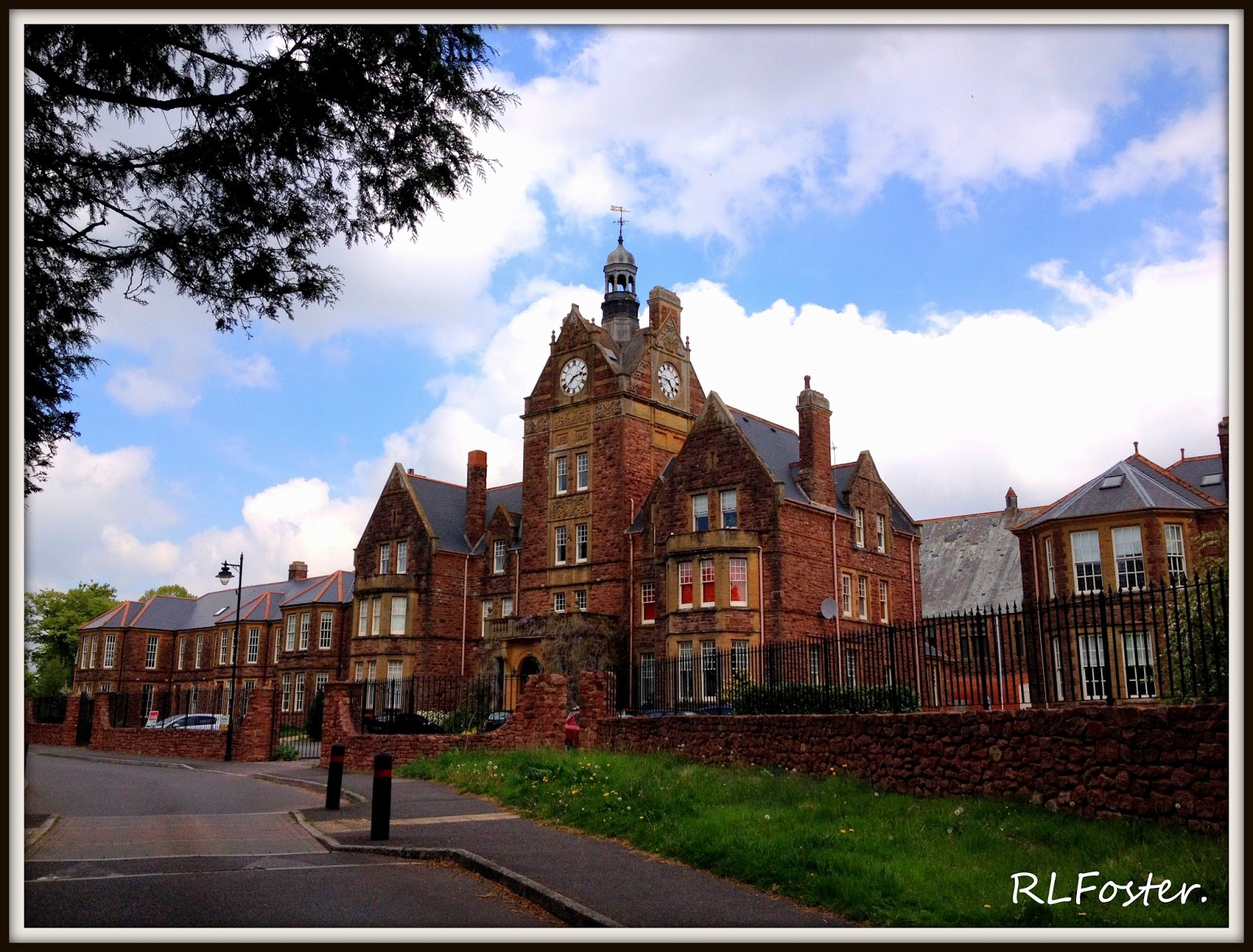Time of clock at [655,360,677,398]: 4:45
